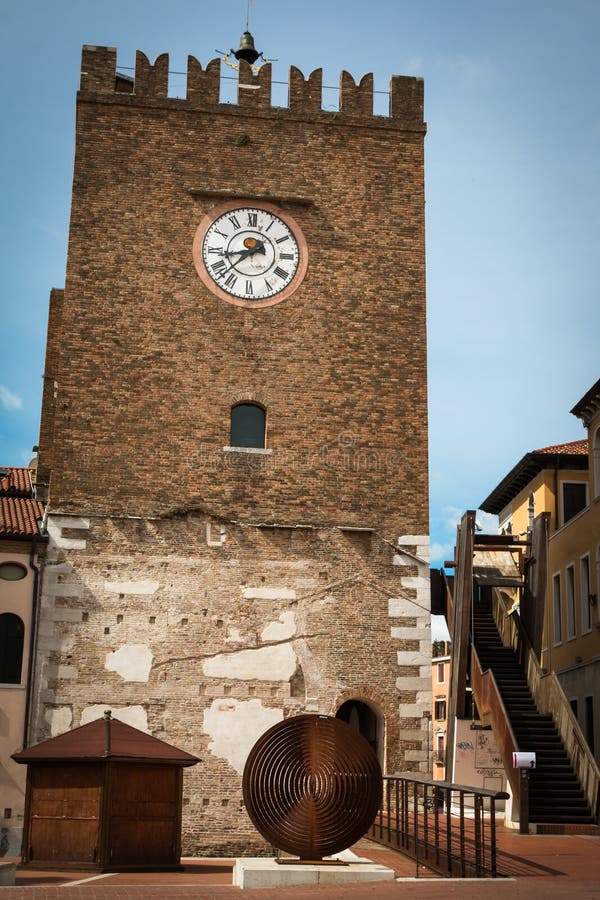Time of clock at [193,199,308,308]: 8:37
